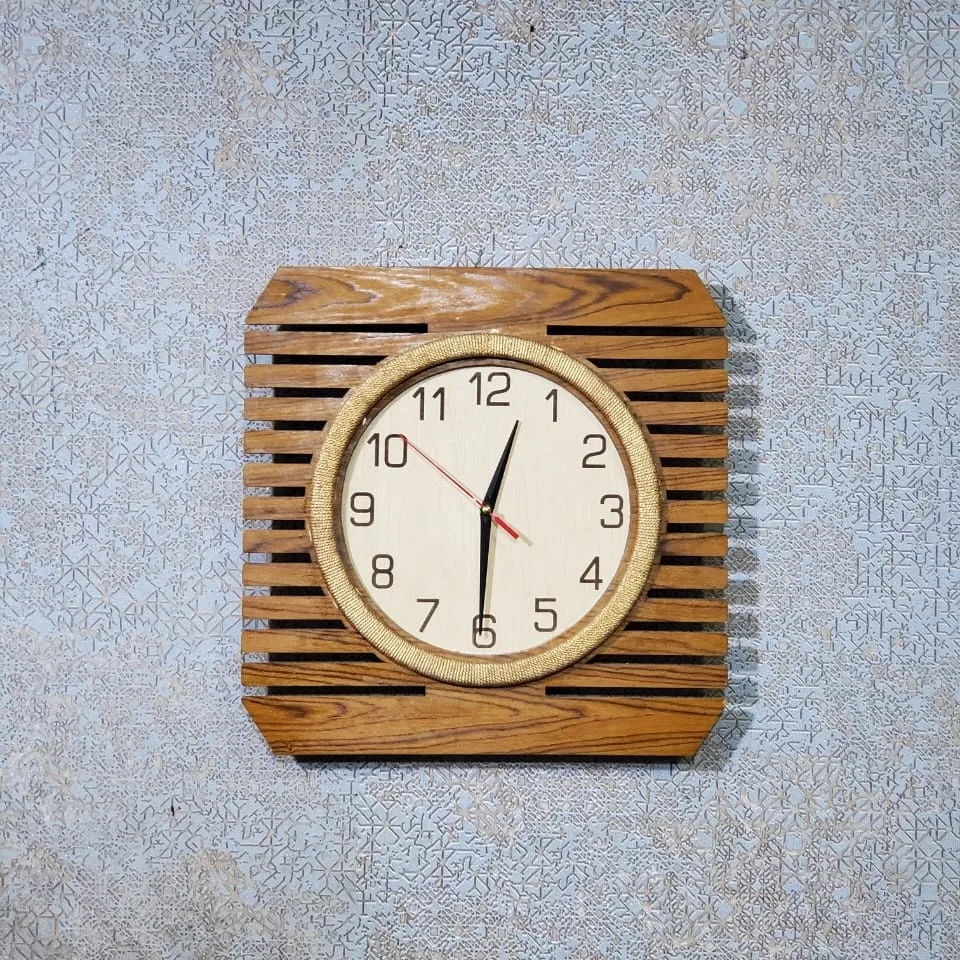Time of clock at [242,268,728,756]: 12:30
